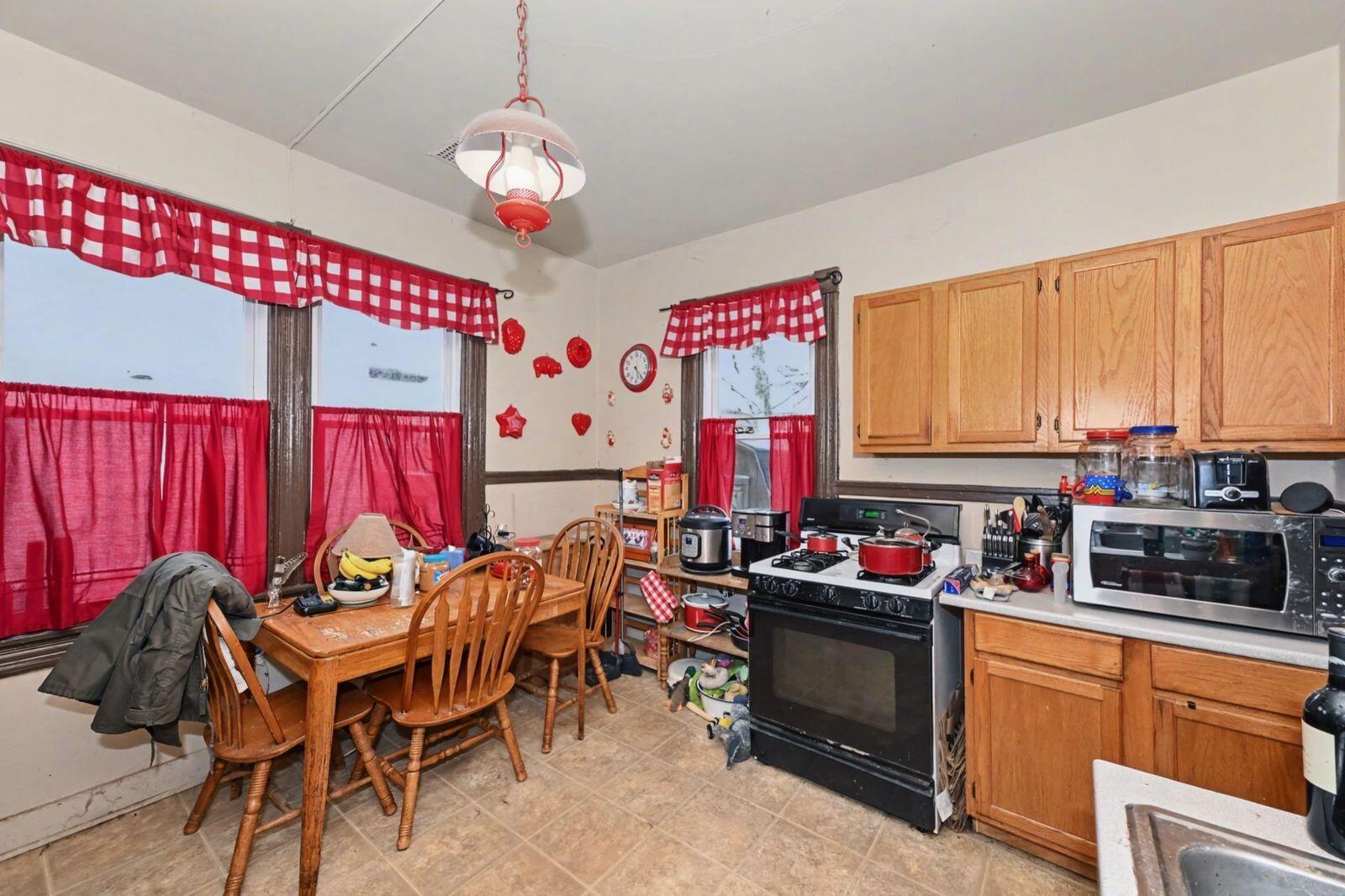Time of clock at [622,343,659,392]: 5:23
